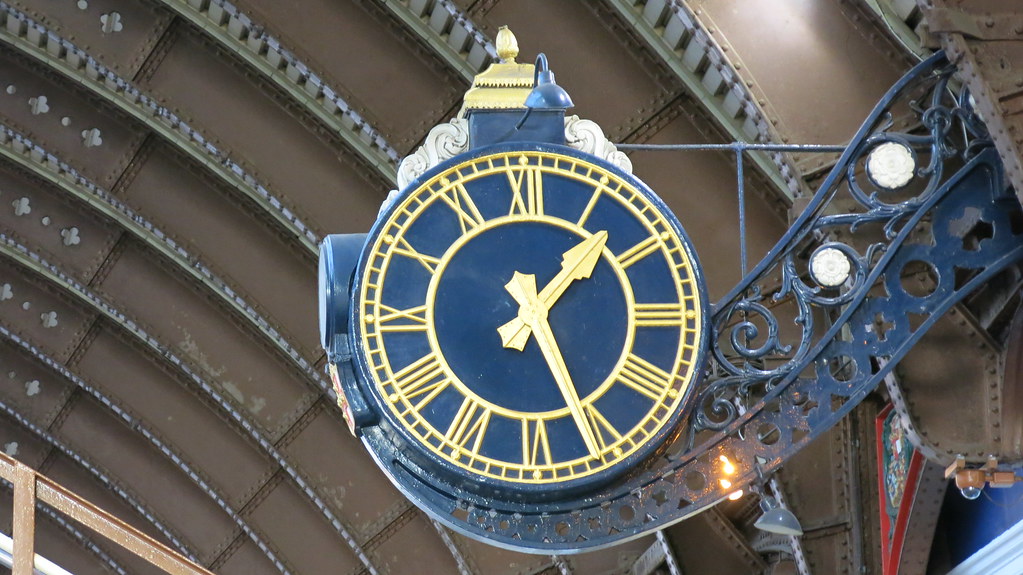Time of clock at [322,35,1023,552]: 1:25
